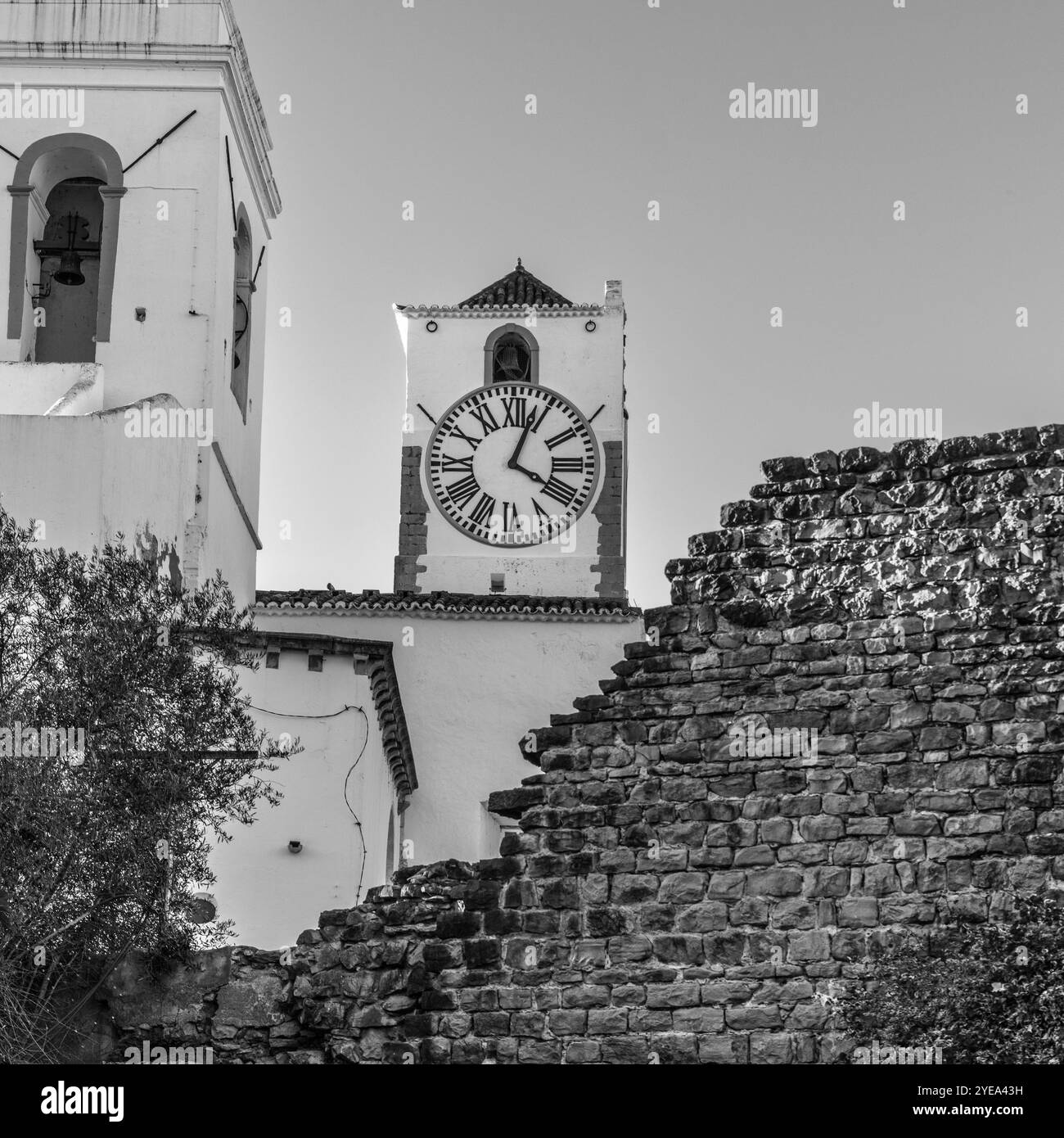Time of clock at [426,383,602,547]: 4:03
